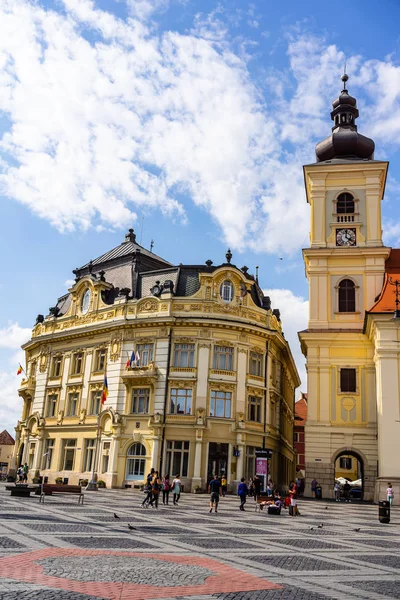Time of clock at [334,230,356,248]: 4:00
